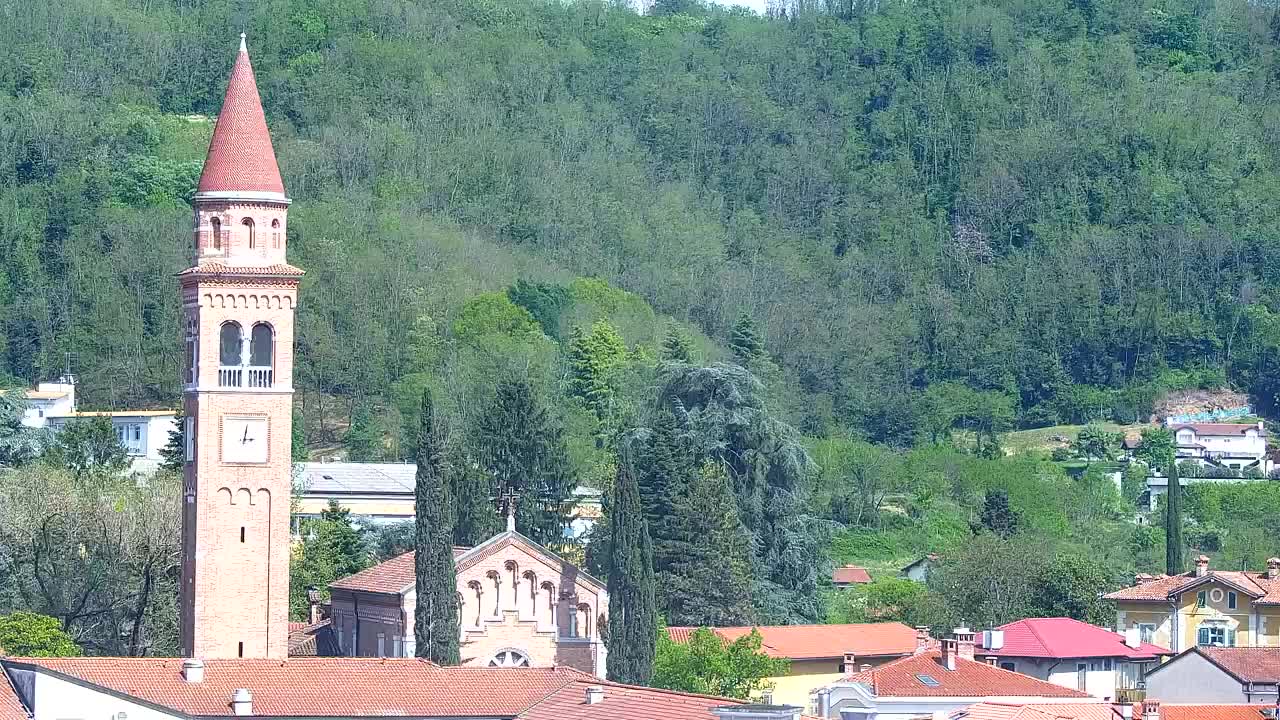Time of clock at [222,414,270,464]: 3:01
